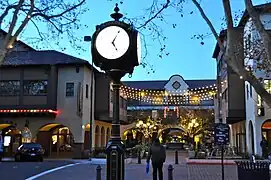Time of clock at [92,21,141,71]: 5:05
